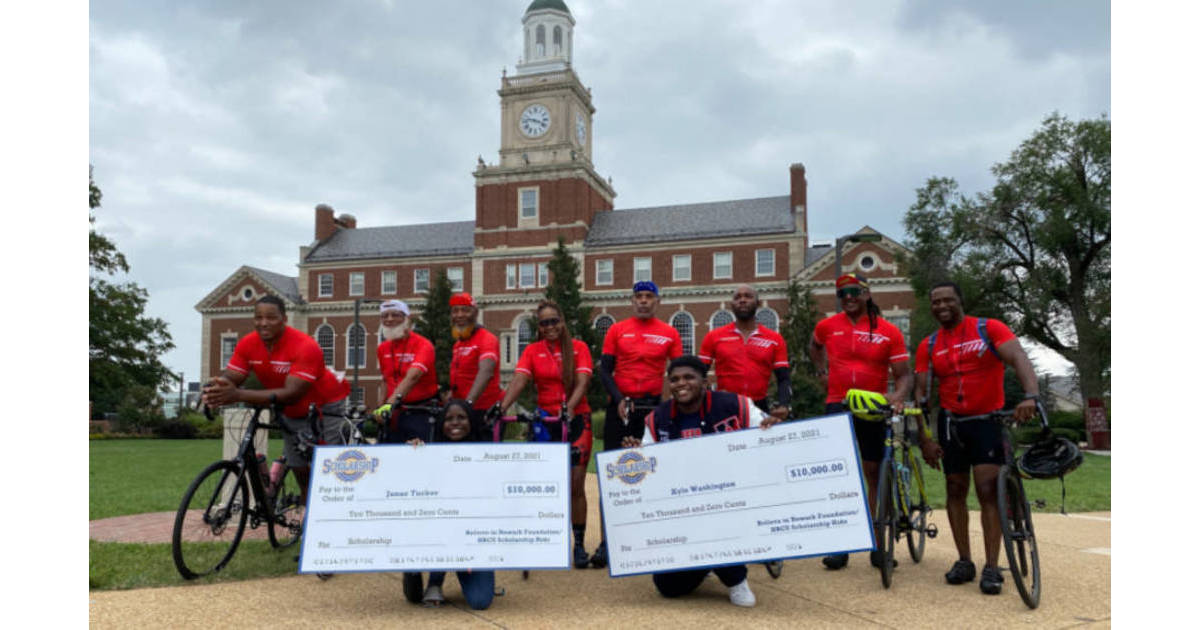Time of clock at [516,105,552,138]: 3:47
